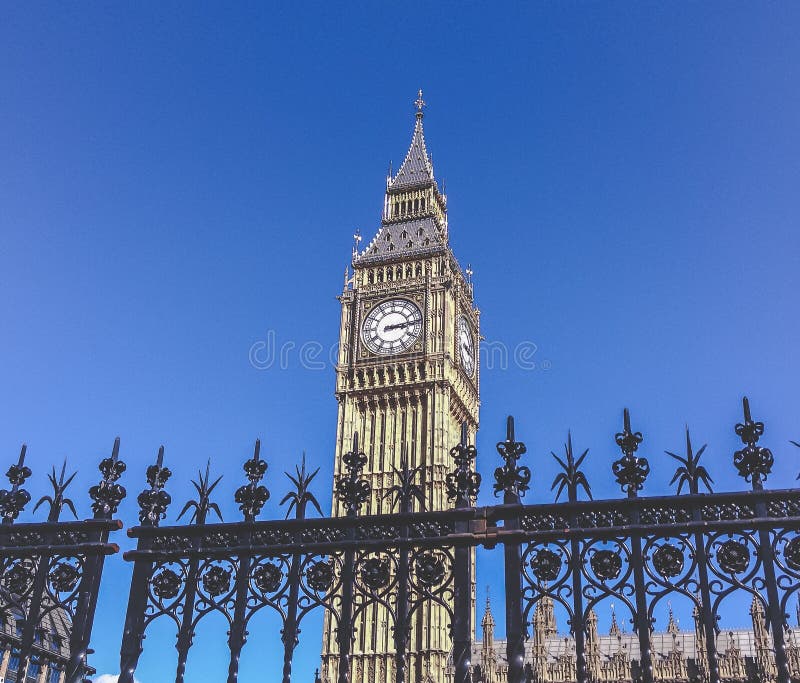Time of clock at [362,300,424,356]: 3:13
